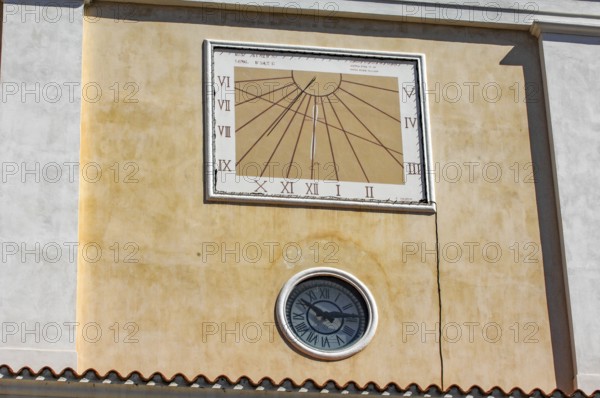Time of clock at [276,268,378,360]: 10:14
